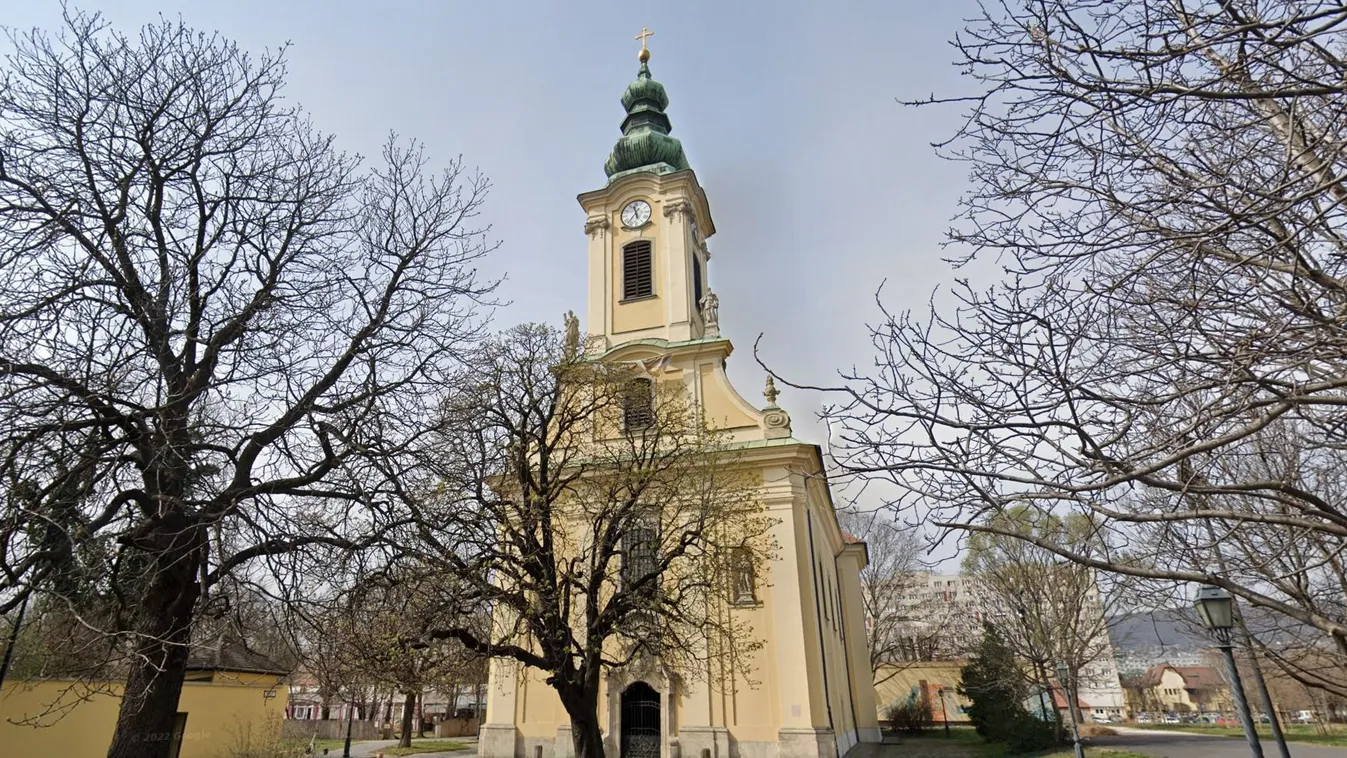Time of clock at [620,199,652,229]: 11:36
